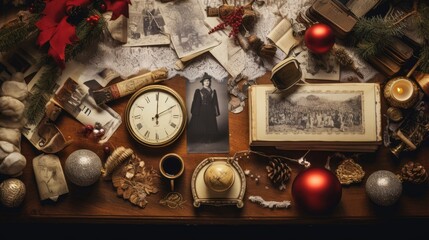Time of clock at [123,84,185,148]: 2:00
